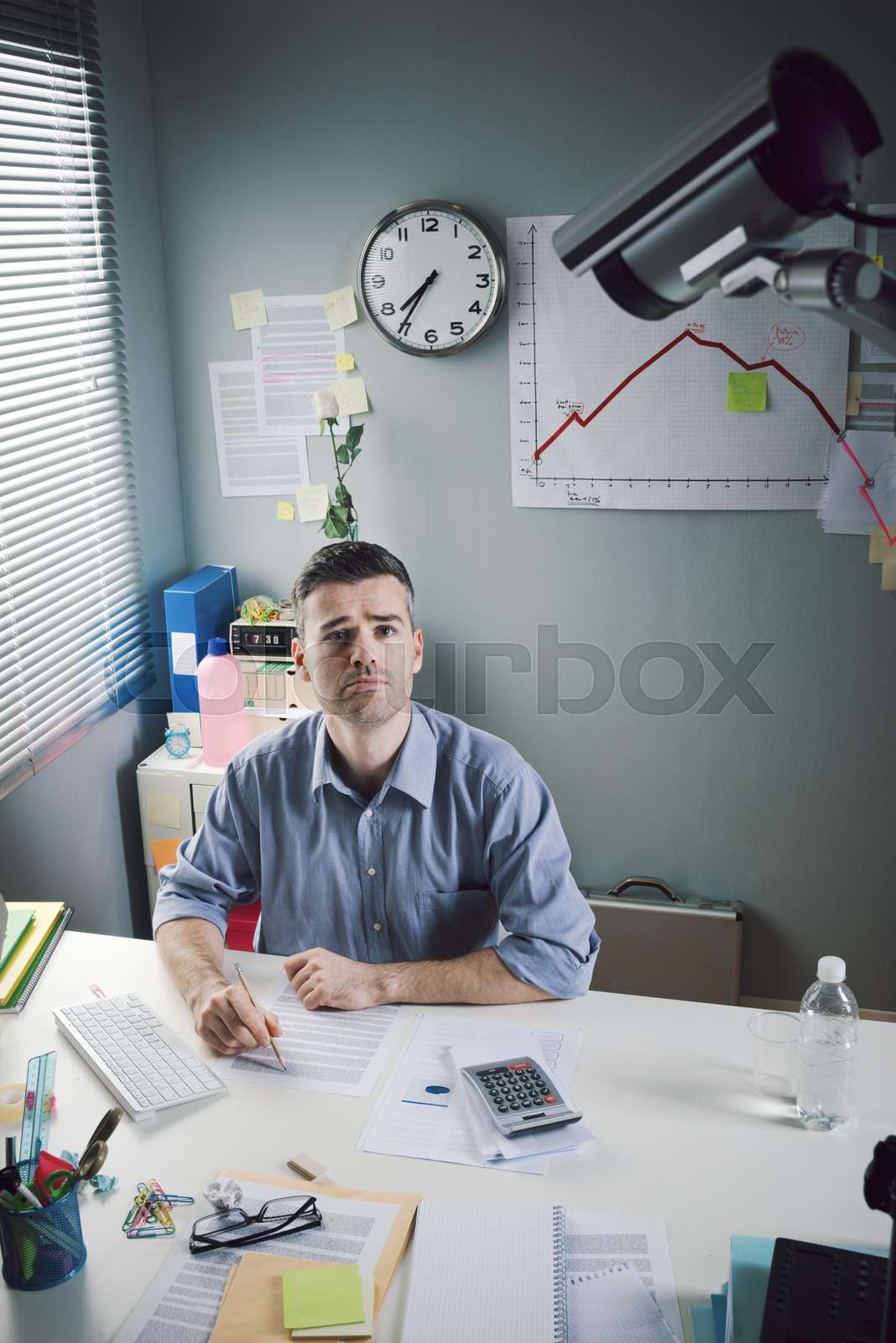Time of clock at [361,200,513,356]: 7:35
